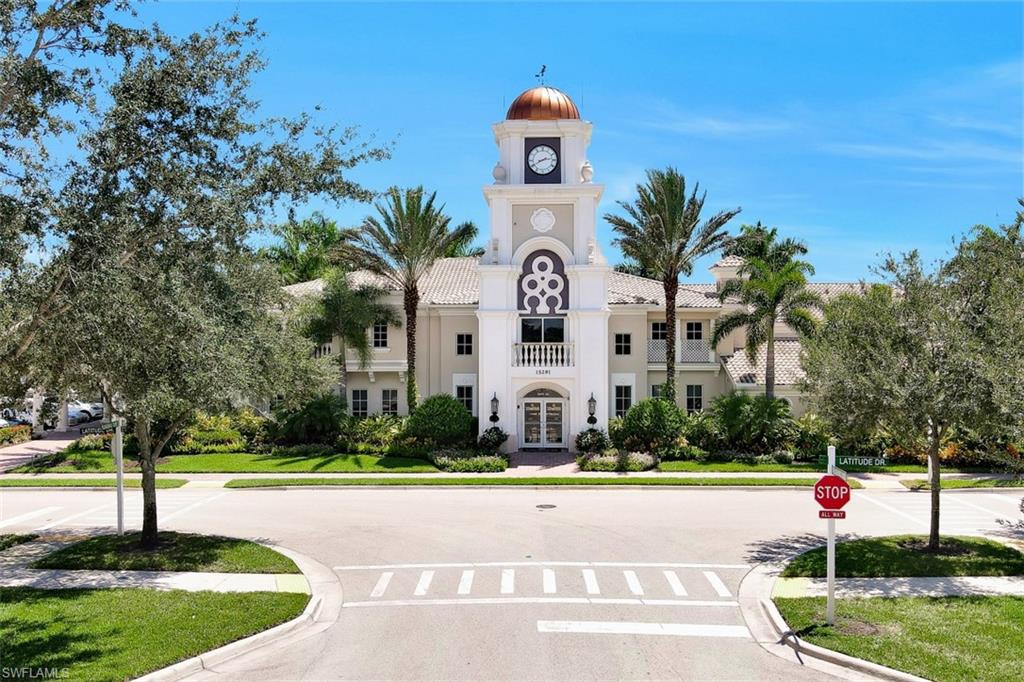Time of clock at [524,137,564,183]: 2:40
